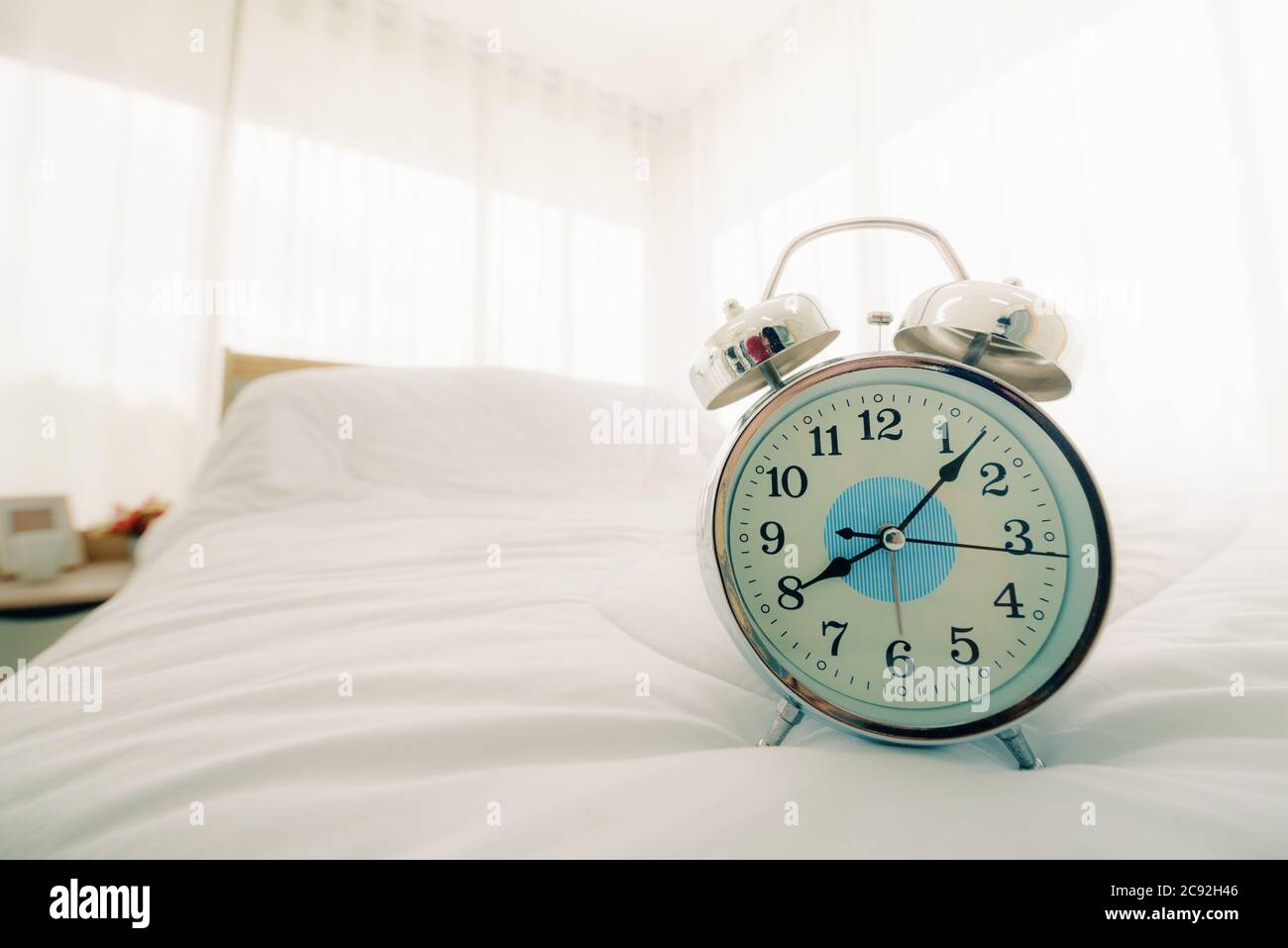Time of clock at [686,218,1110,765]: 8:07
